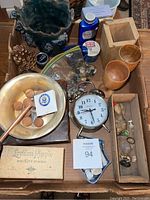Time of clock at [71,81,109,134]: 9:28
